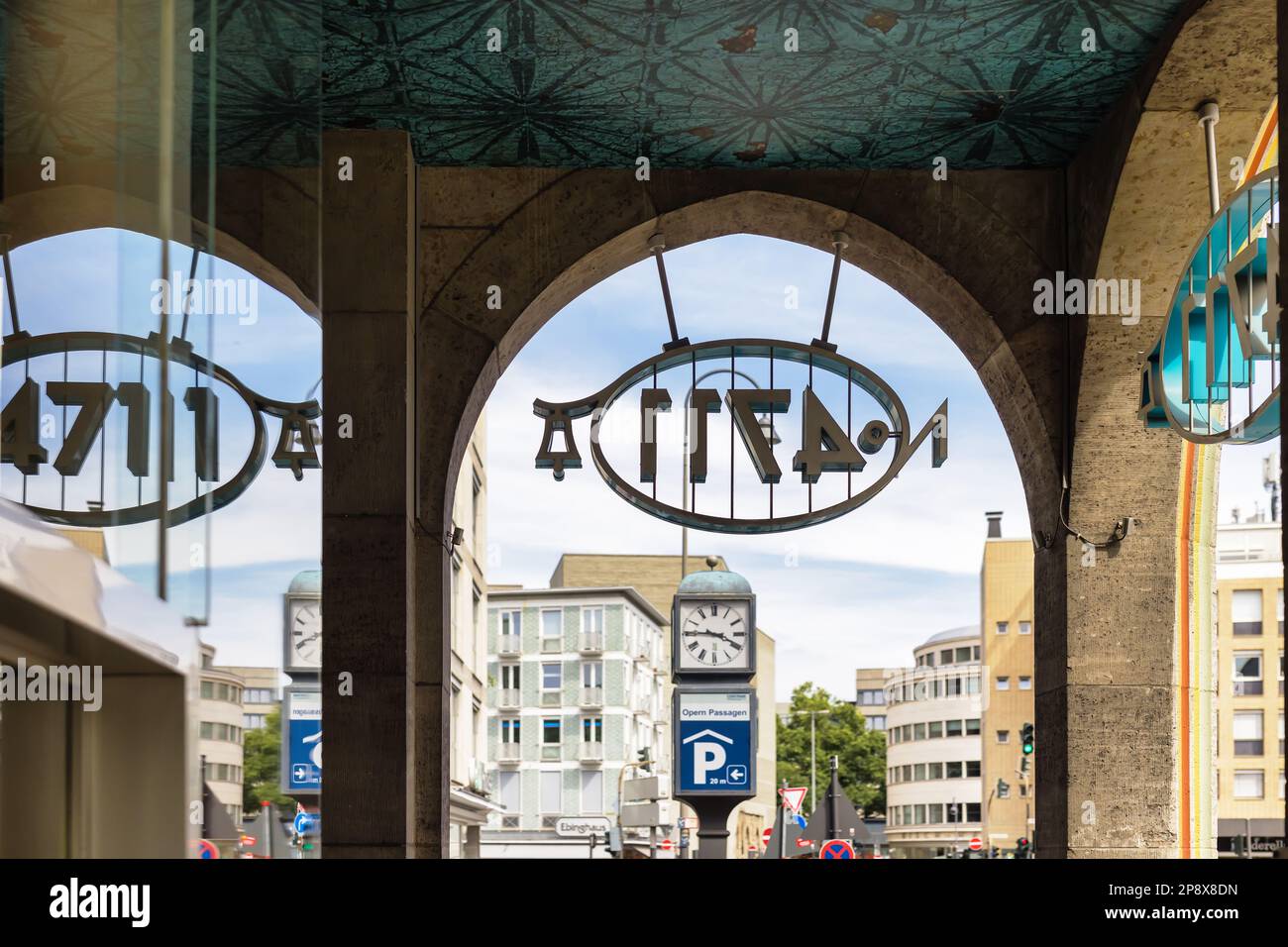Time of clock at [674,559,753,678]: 3:45
